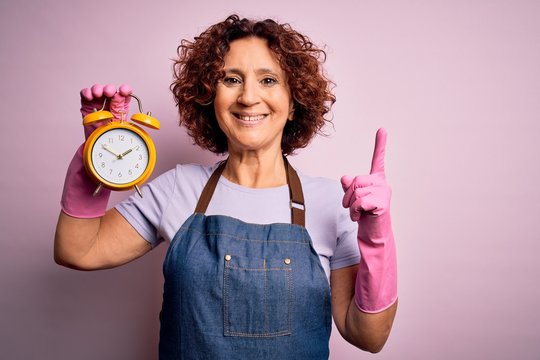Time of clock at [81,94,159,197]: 1:49
